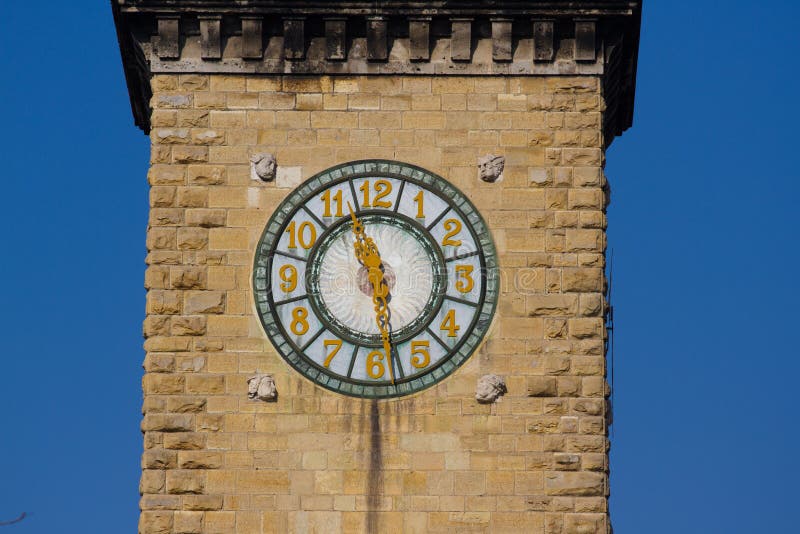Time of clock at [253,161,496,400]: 11:28
